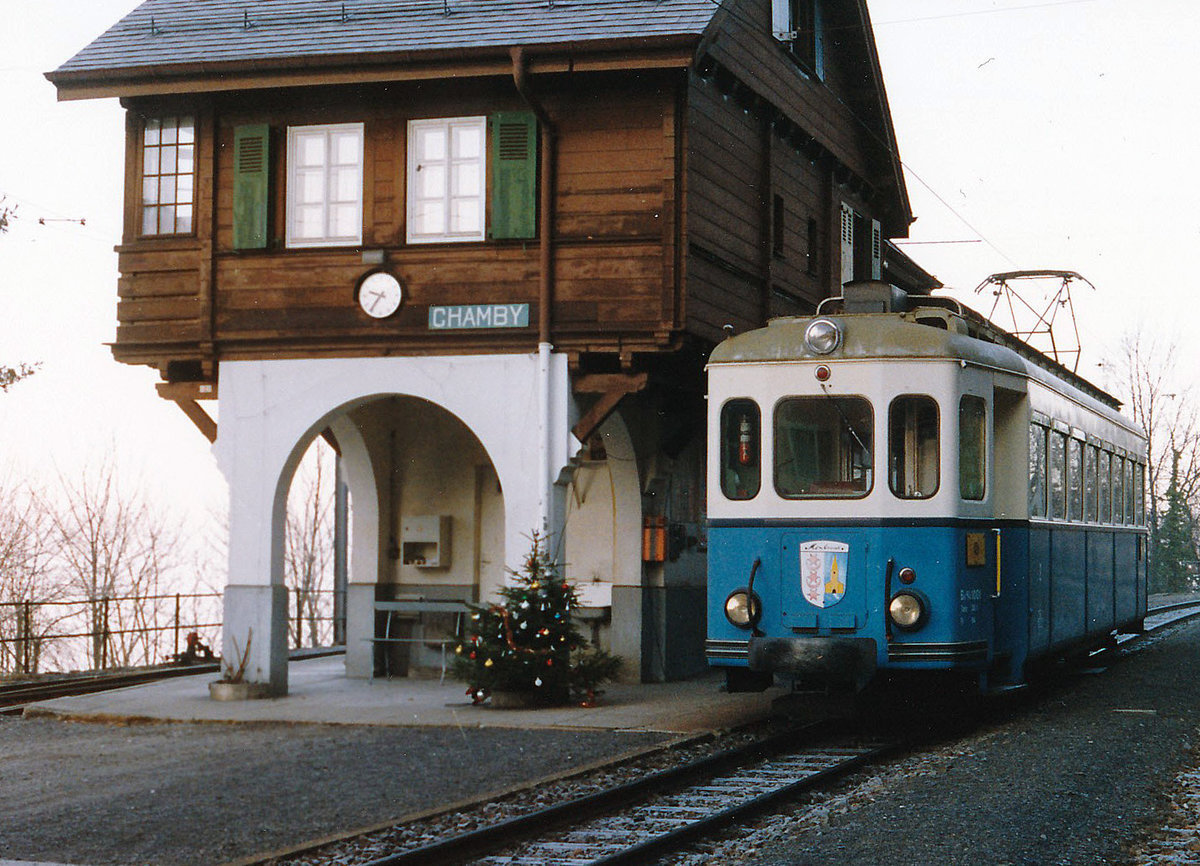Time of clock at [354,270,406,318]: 9:36
